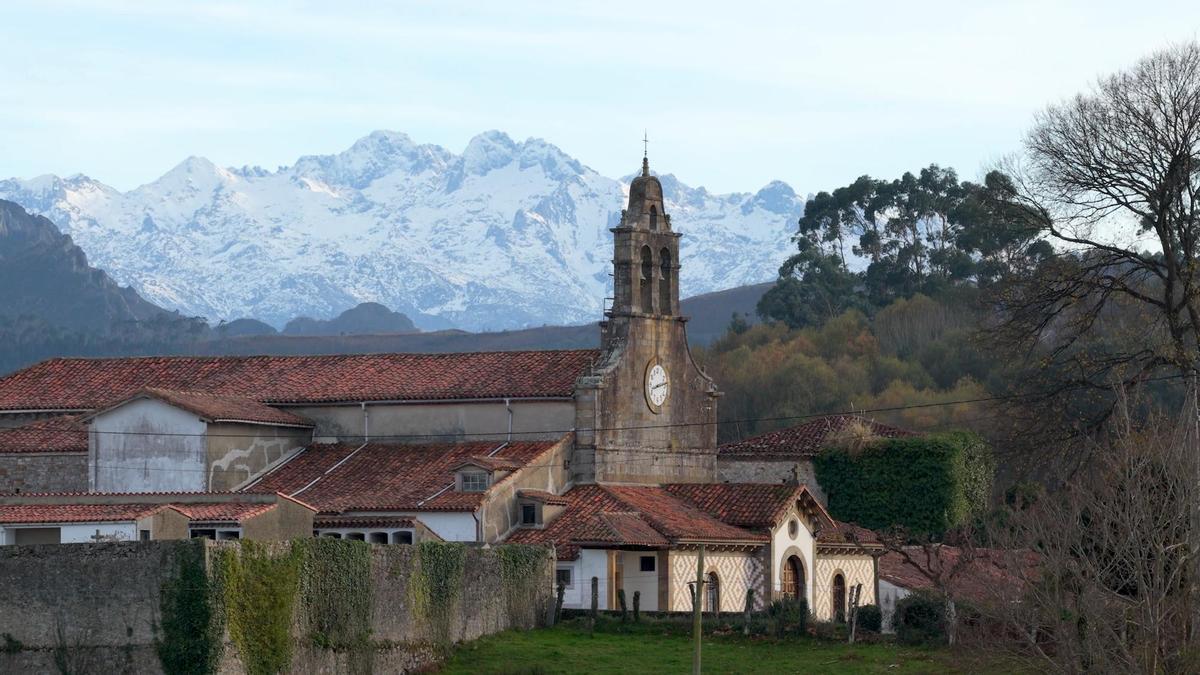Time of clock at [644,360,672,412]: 8:12
